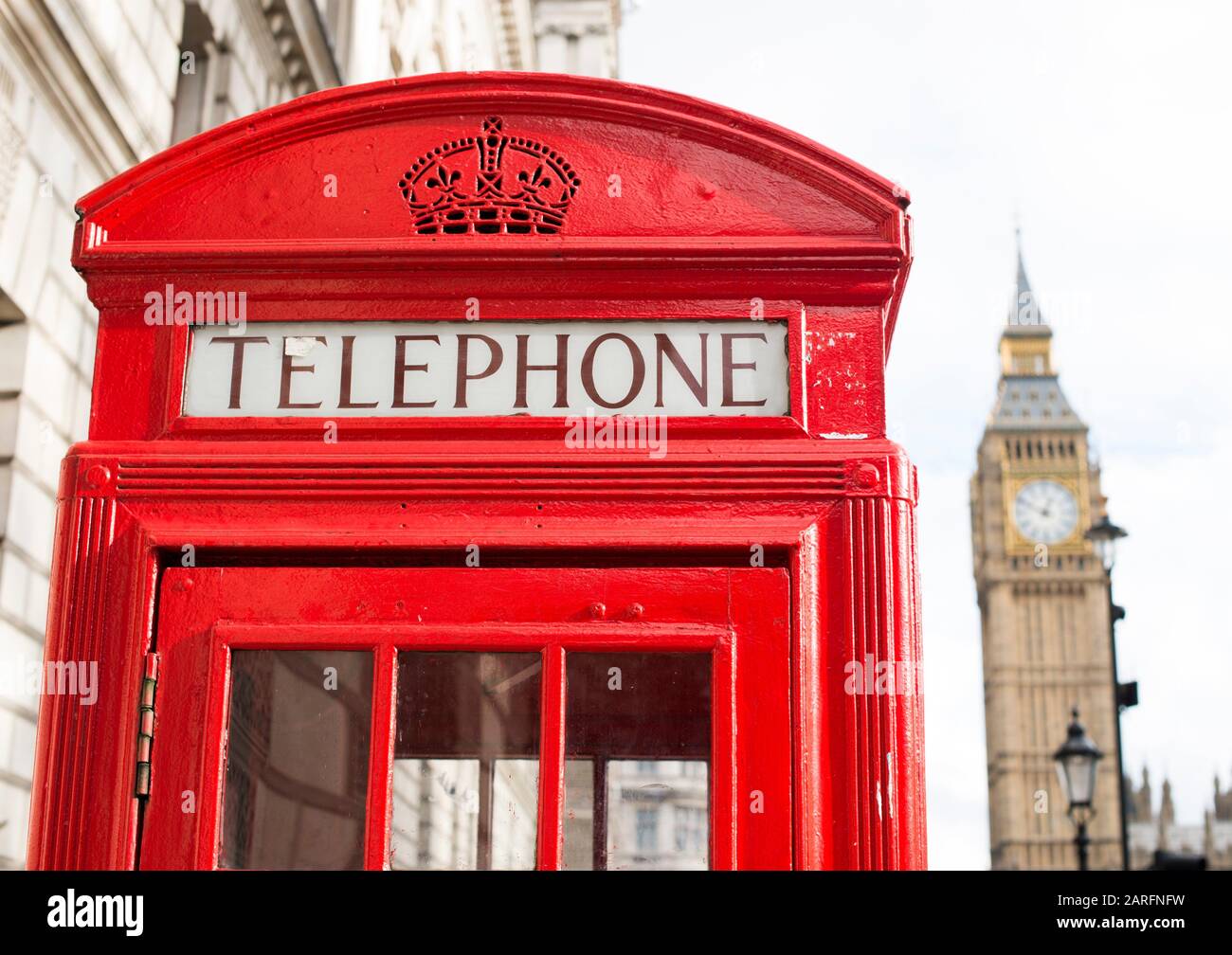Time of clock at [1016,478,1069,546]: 12:49
